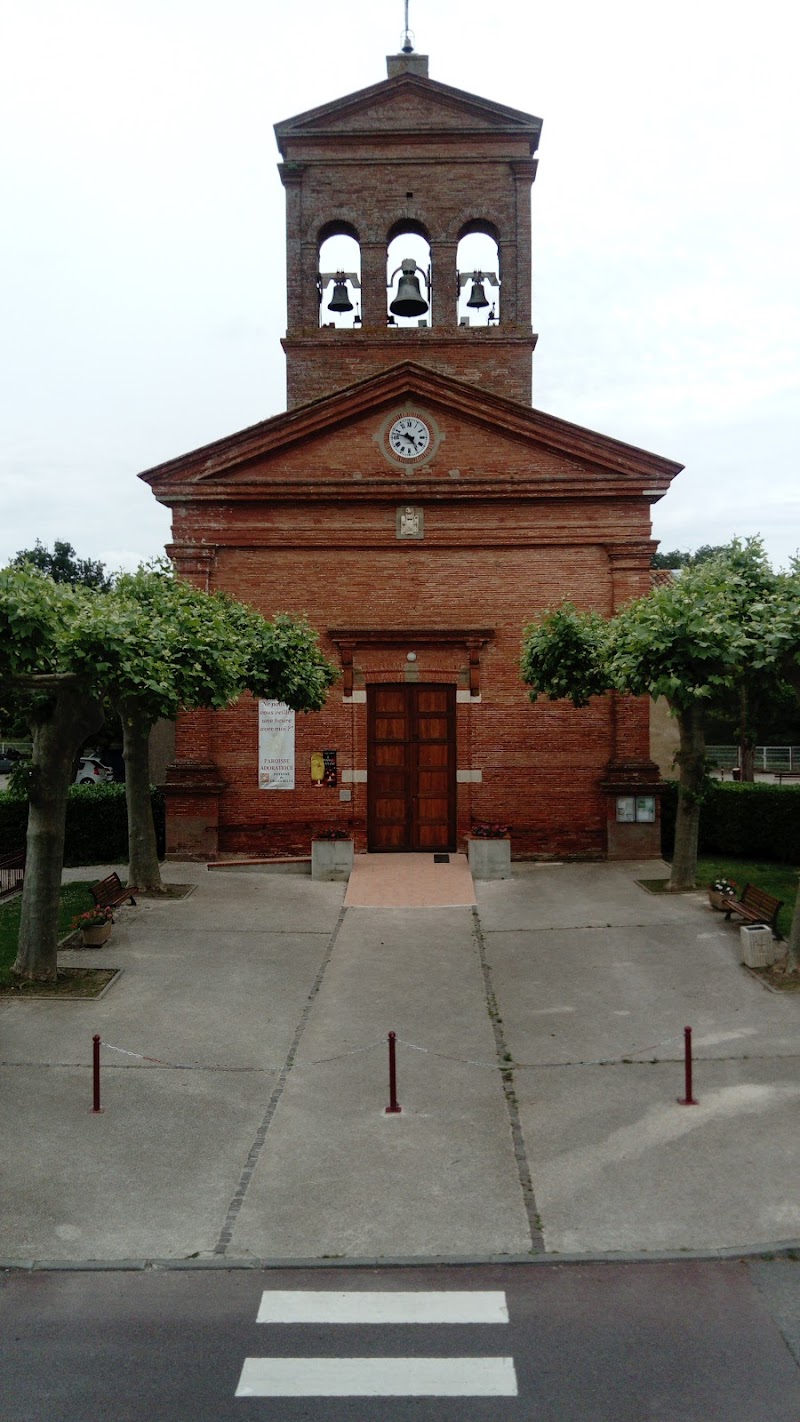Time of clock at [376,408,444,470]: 4:47
